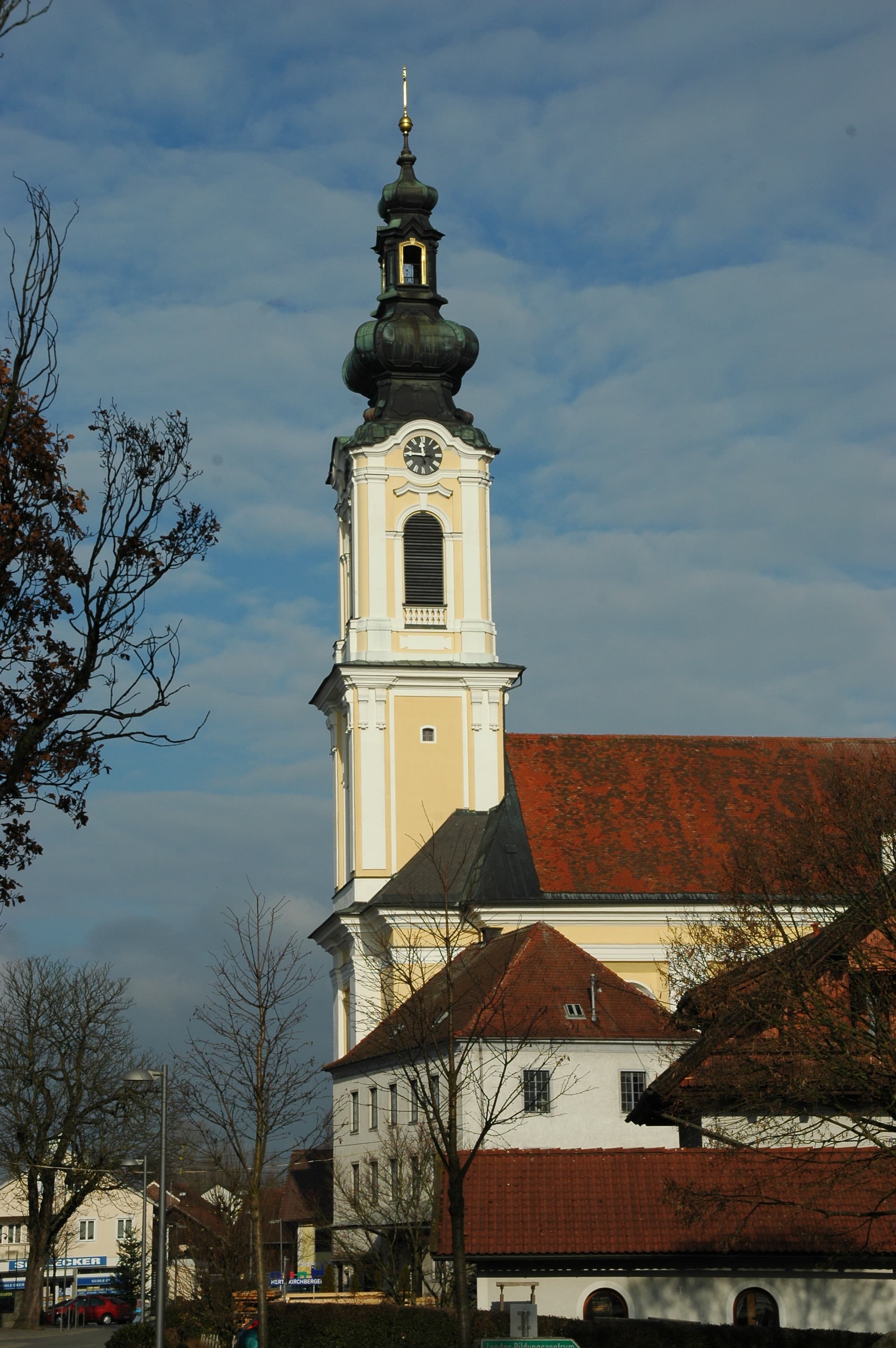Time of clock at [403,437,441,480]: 11:46
